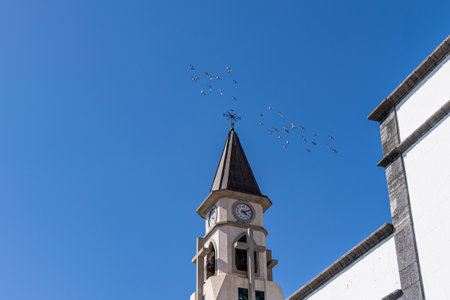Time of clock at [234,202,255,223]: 4:10
